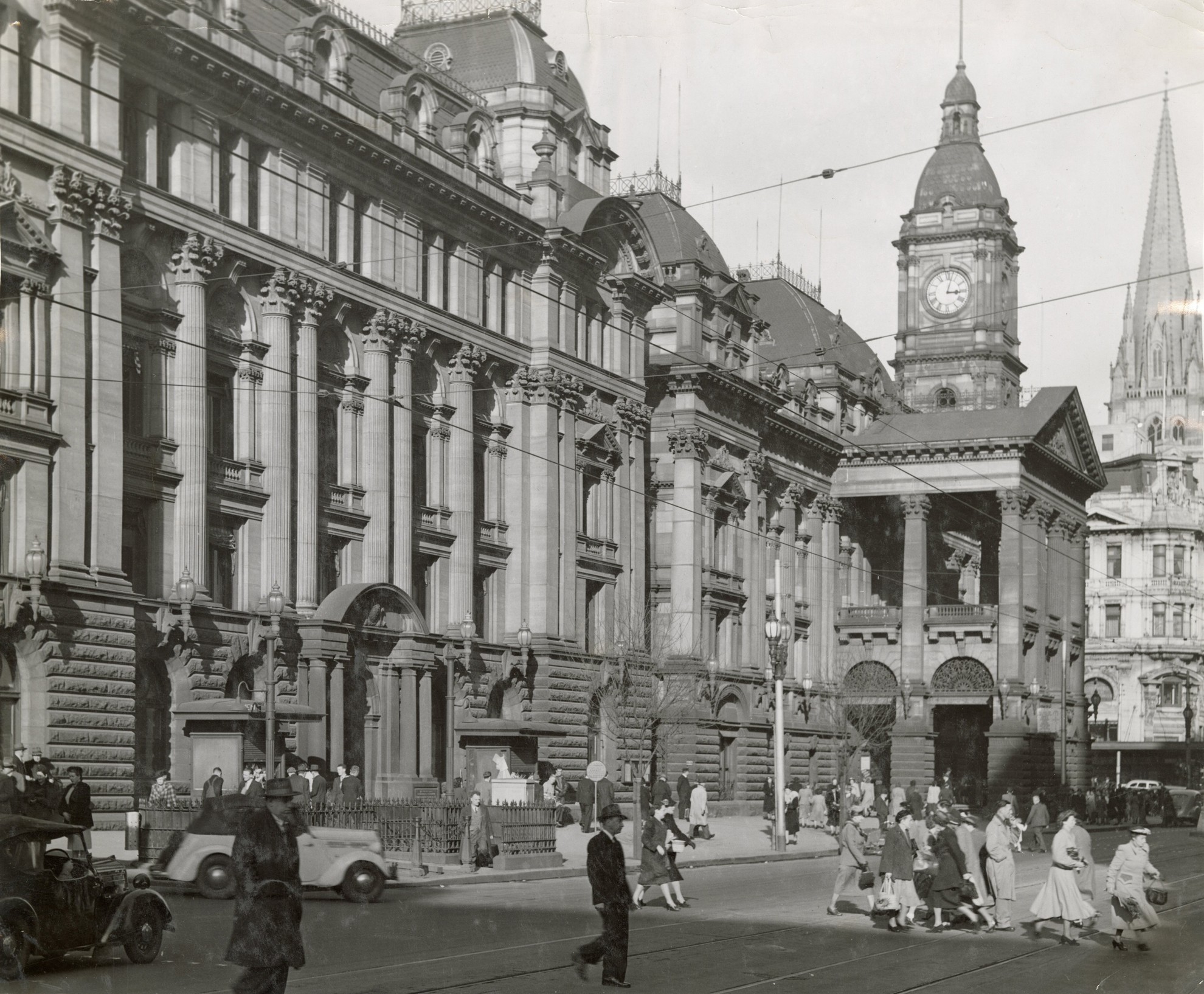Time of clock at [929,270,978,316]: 3:02
